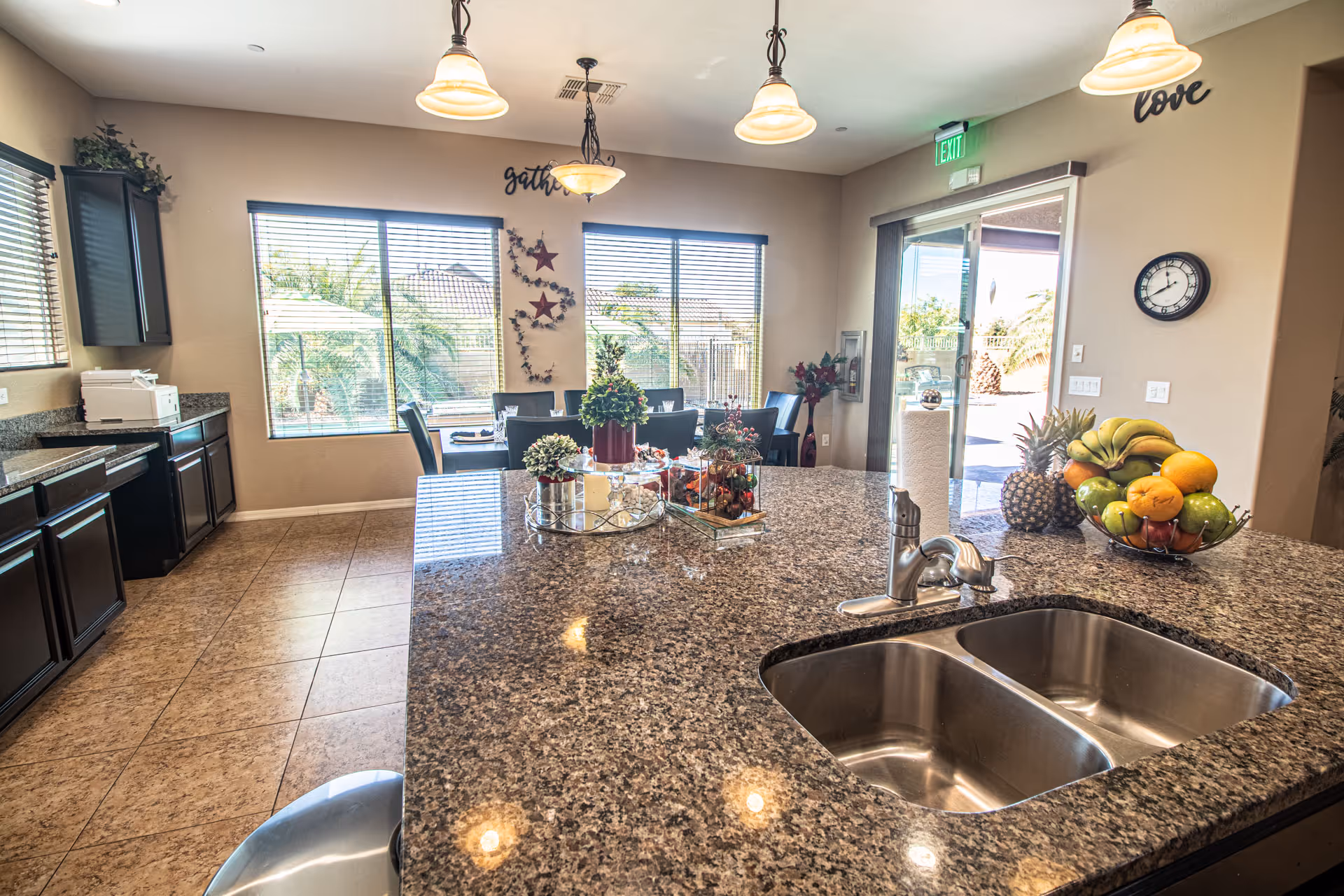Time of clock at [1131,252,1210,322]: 7:58
